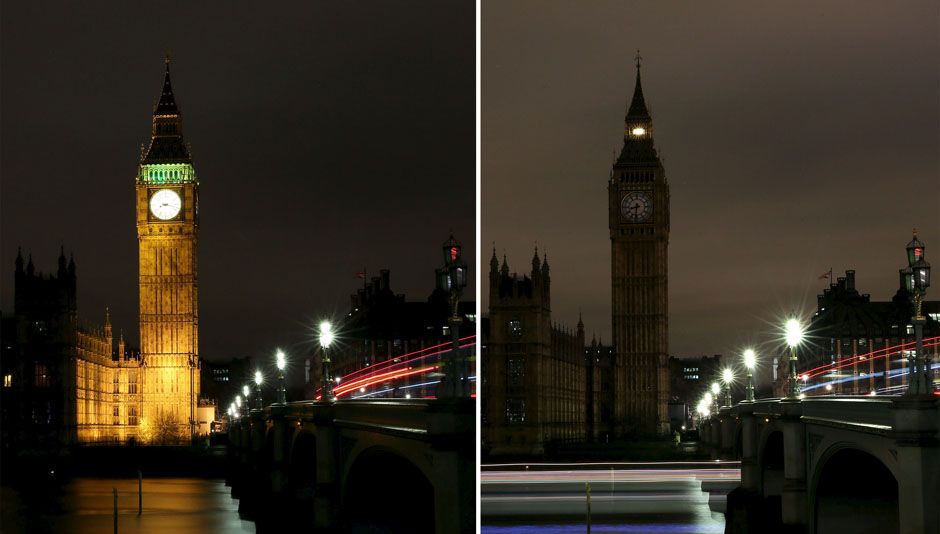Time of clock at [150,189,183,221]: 8:17
